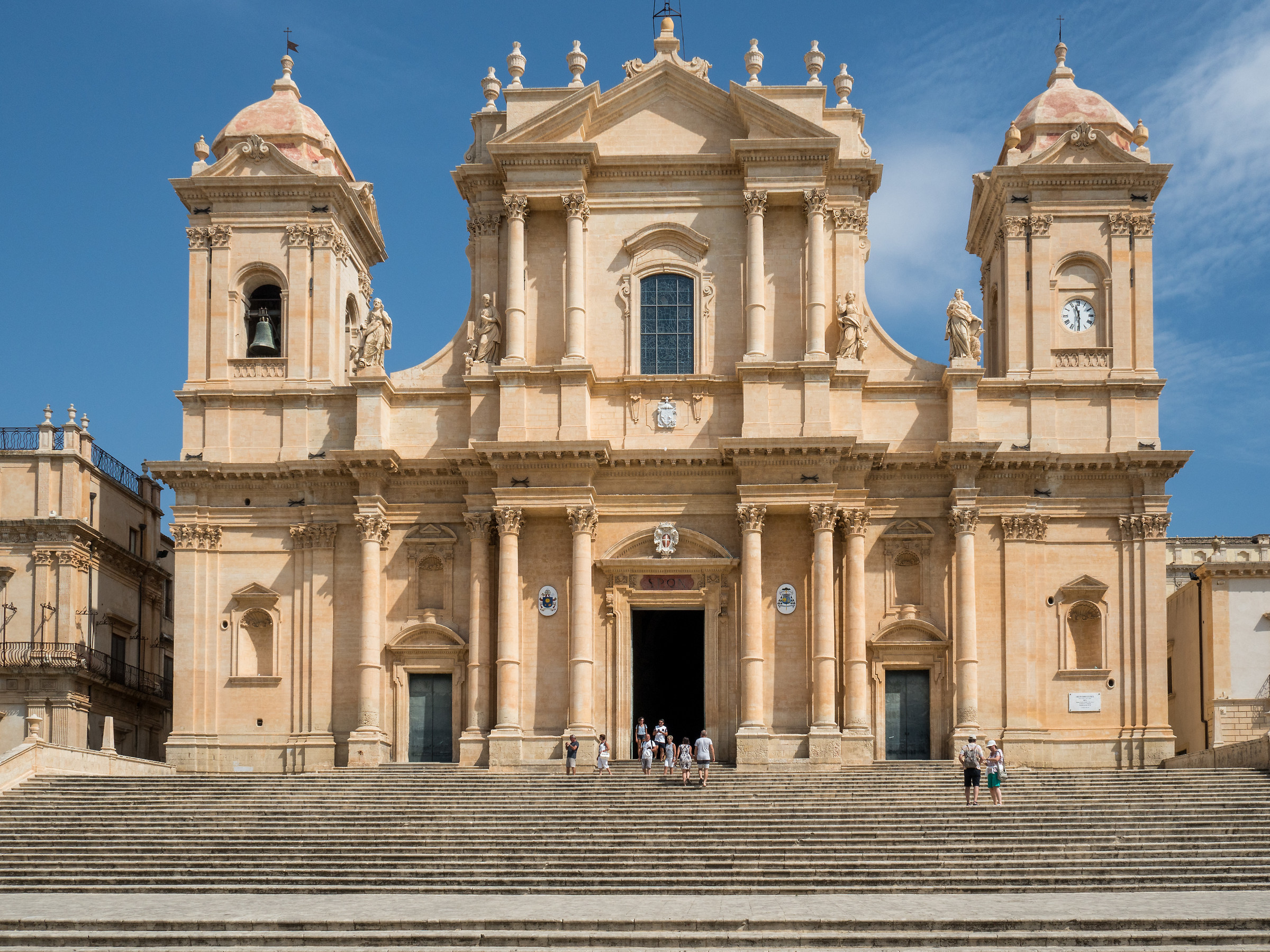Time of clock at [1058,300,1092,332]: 11:29
